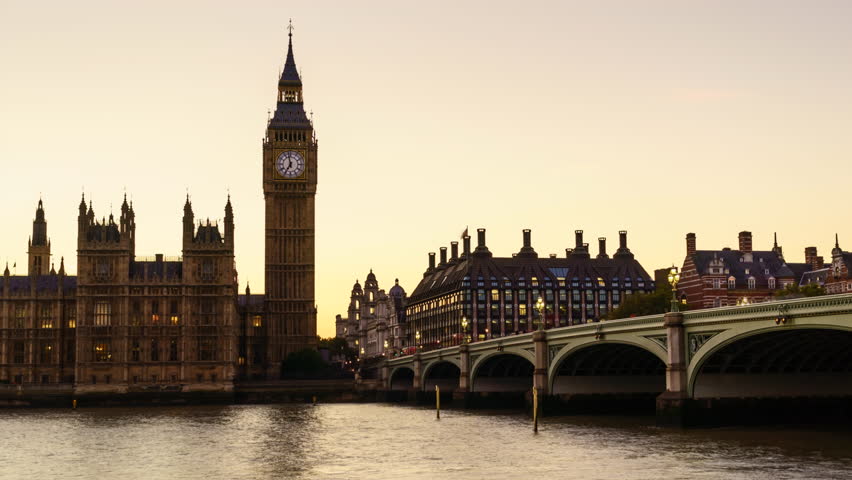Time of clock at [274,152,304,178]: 6:58
